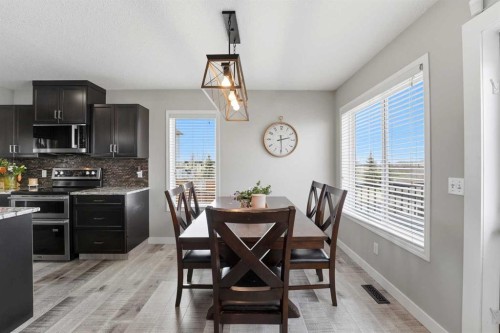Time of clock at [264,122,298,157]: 2:29
